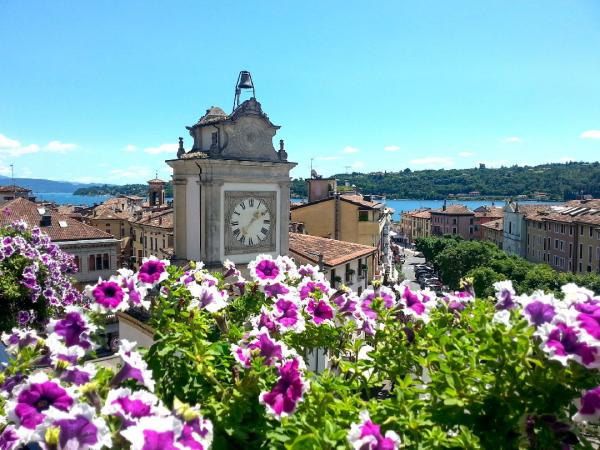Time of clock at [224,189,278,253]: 1:36
